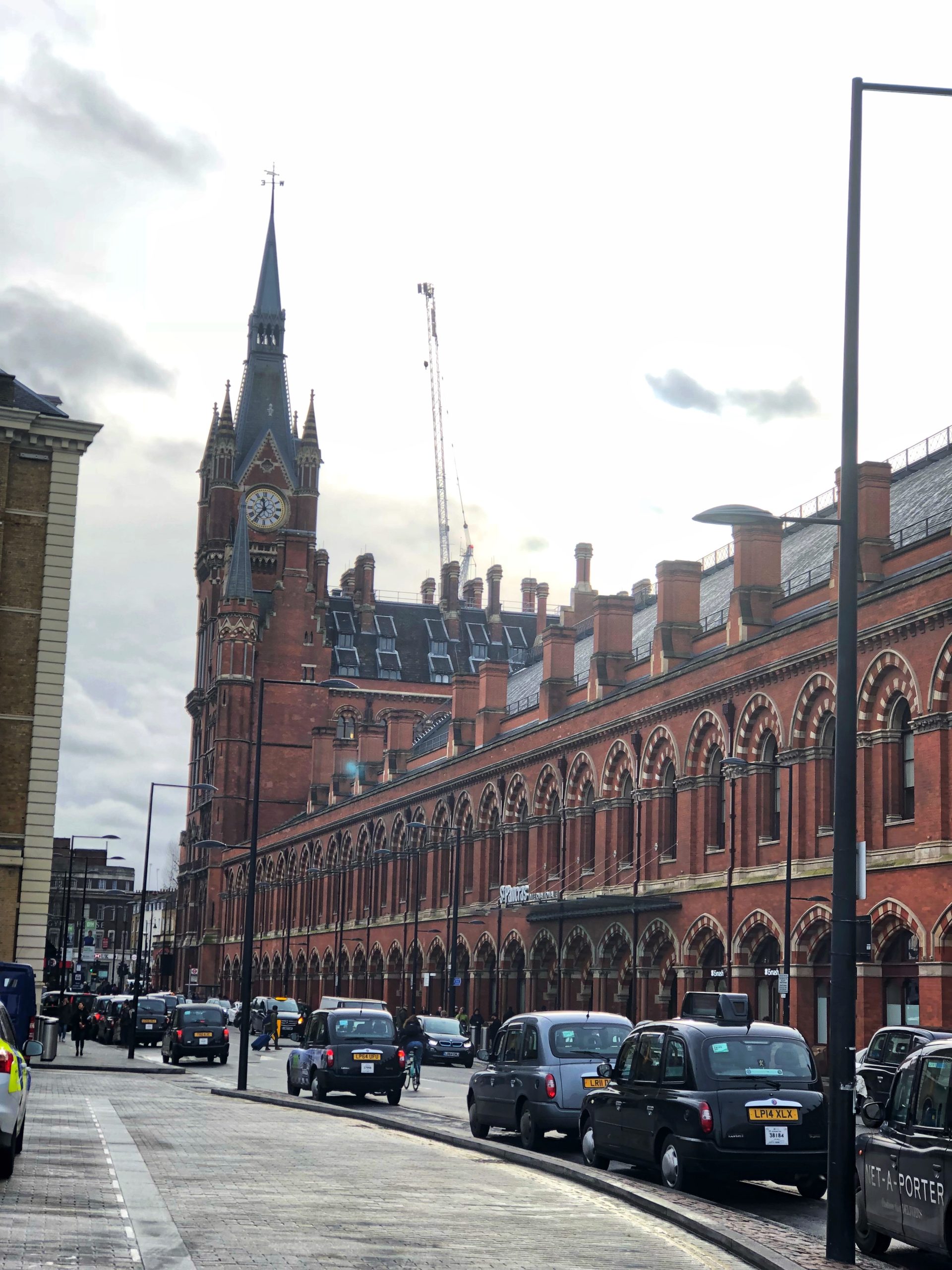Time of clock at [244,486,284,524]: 11:36
